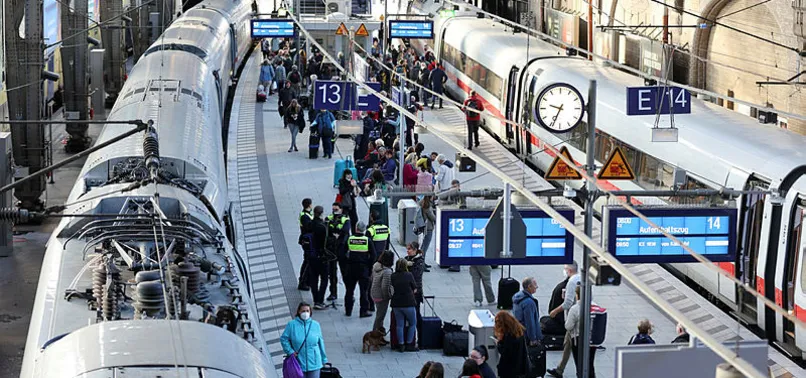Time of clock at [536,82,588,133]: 9:34
